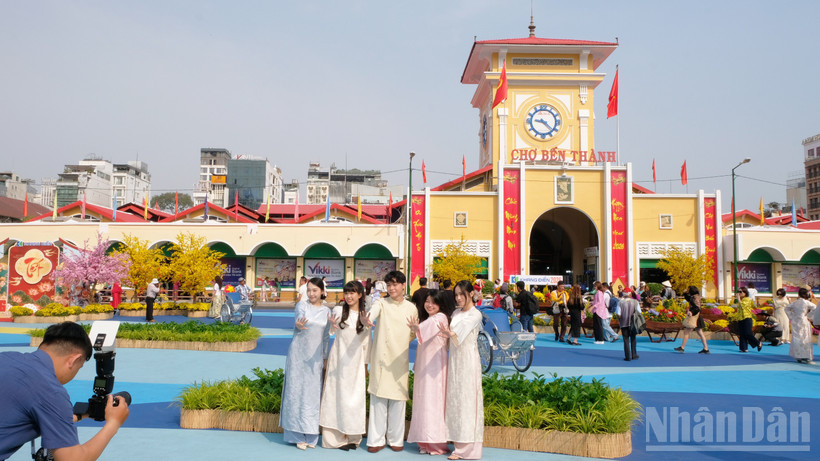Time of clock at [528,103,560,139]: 9:22
